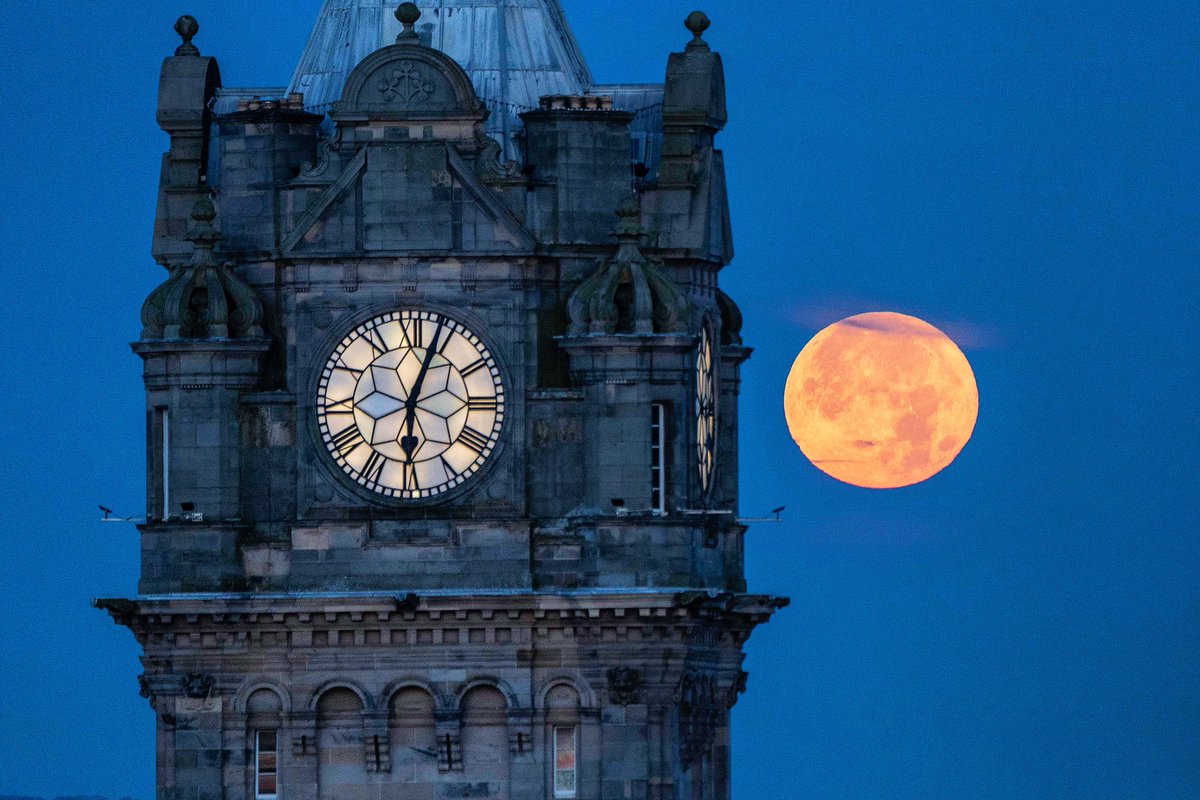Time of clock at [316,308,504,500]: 6:03
